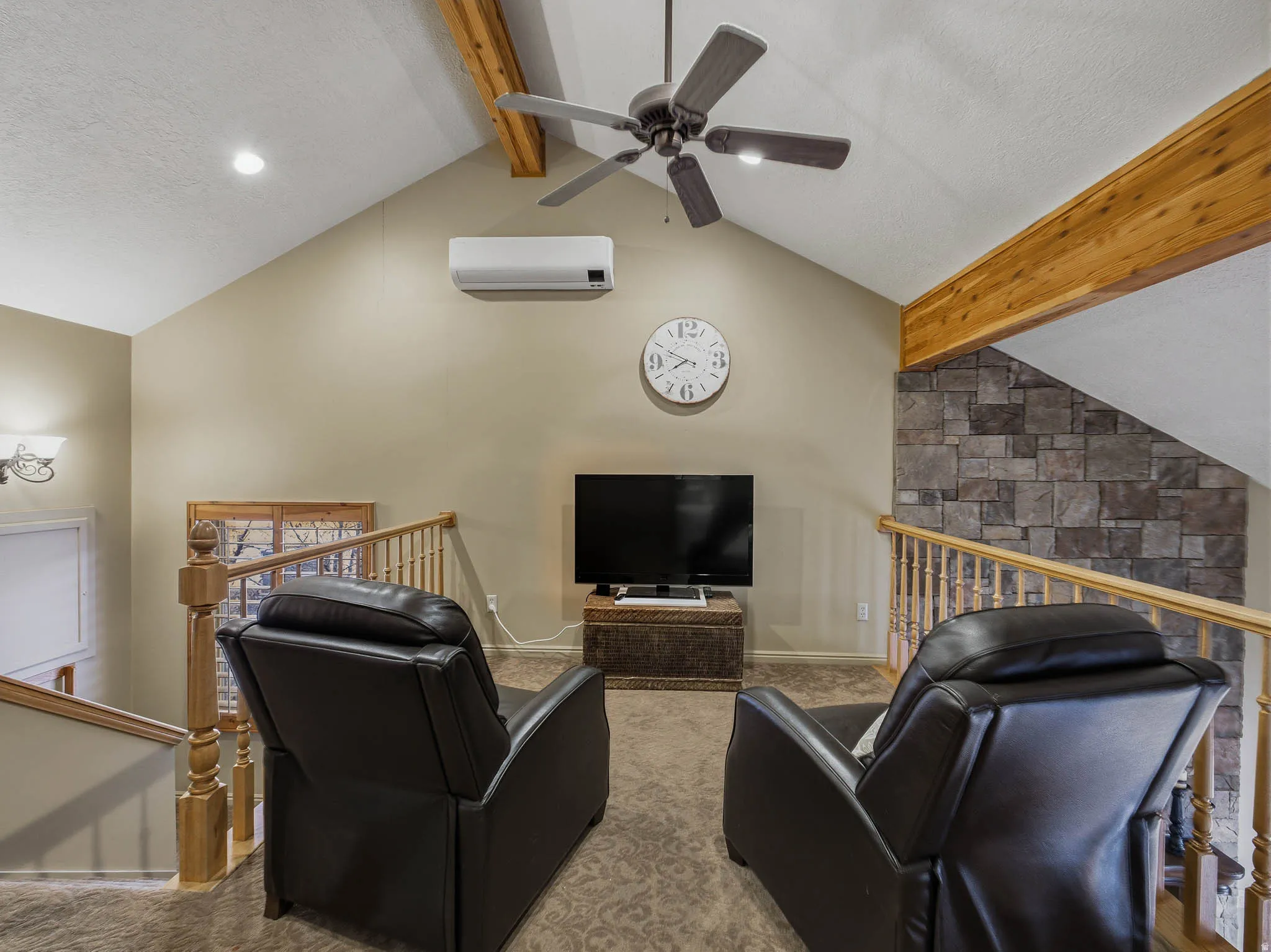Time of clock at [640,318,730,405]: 7:49
